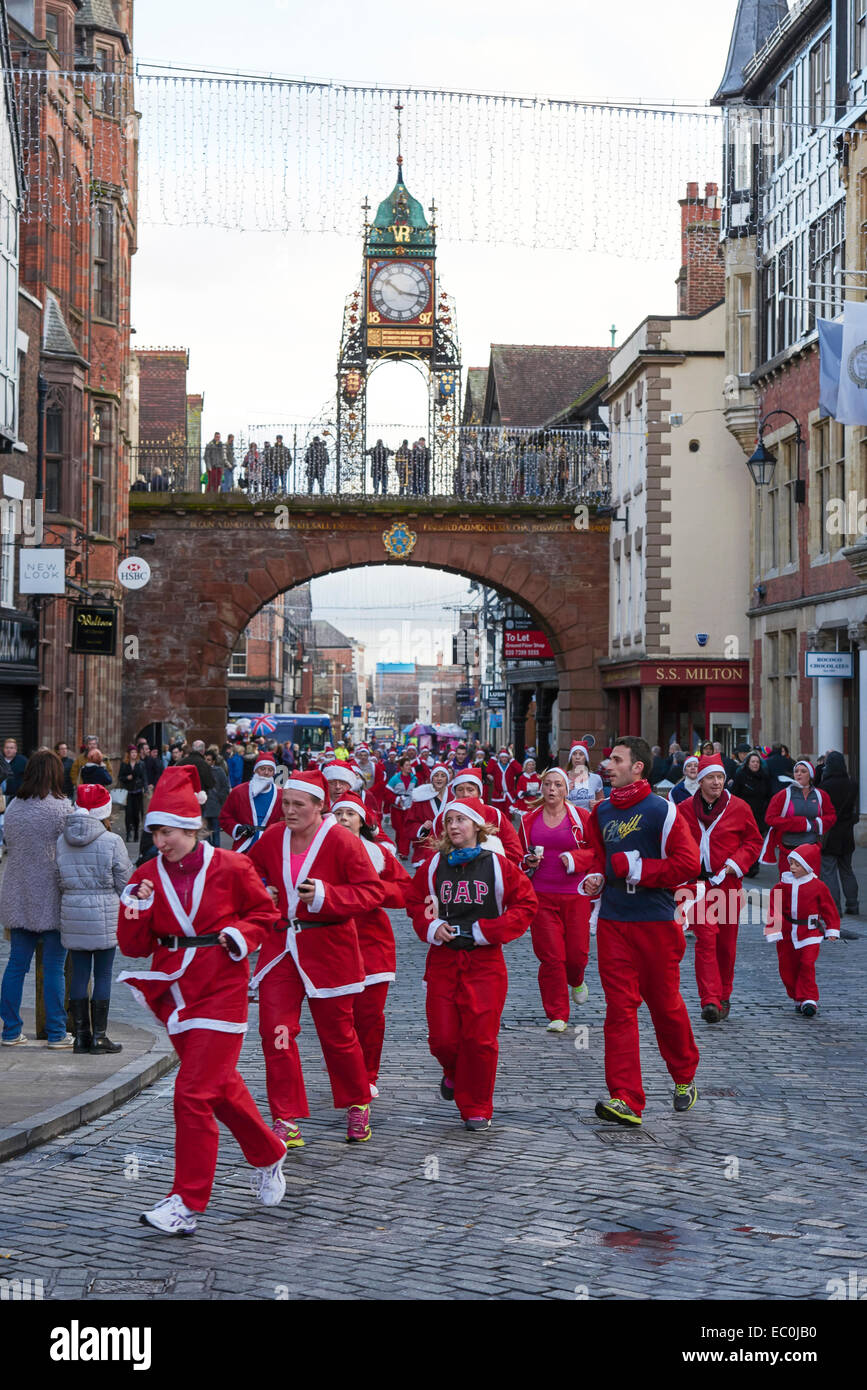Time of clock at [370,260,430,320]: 10:16
